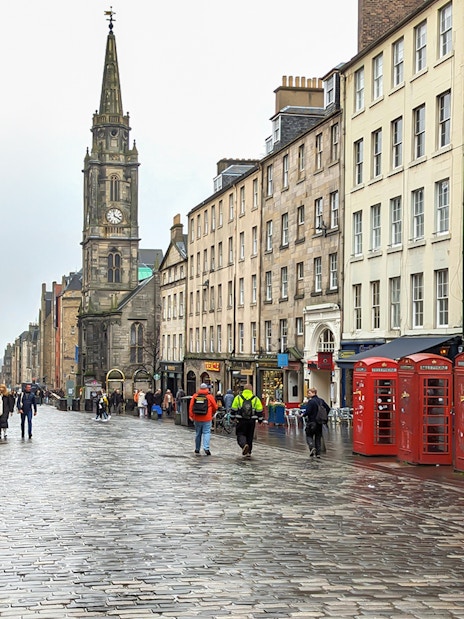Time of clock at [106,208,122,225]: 3:58
